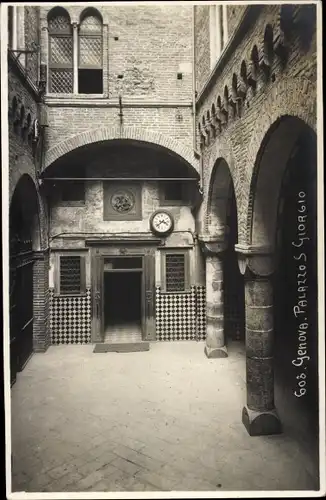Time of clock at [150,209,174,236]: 3:38
